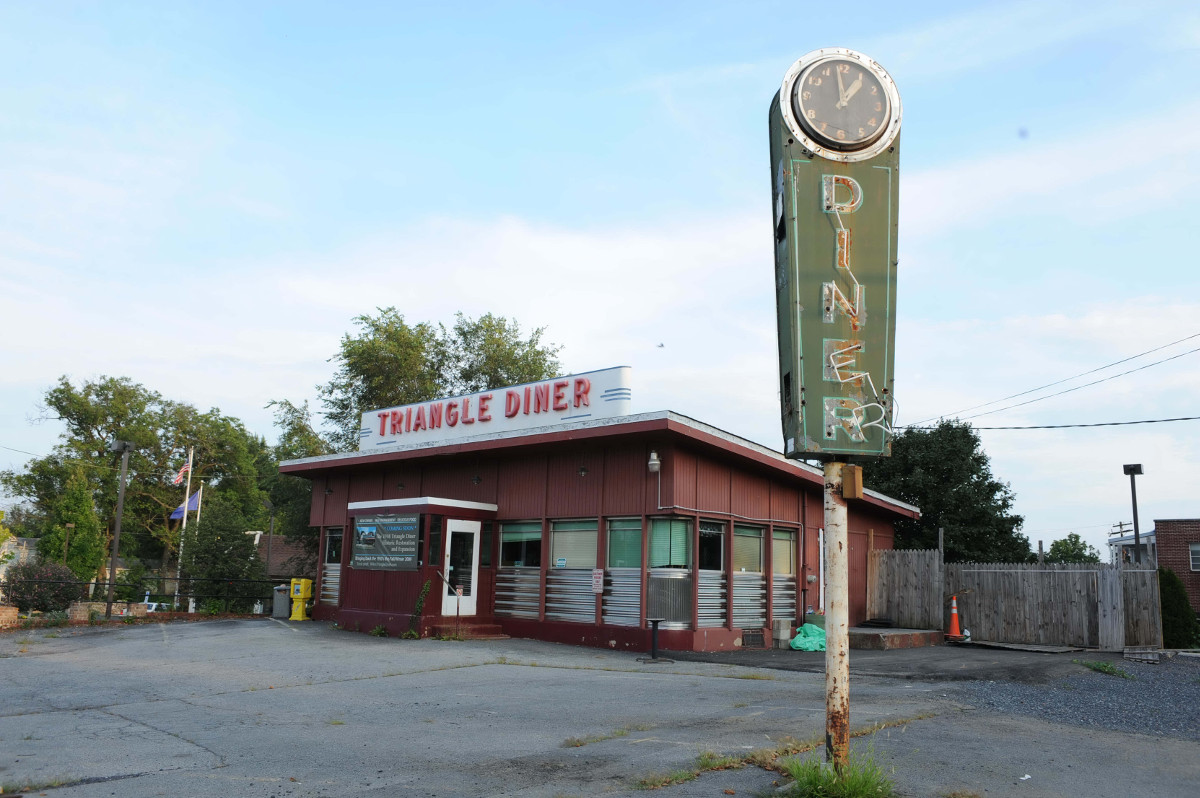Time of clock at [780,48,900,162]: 12:58
